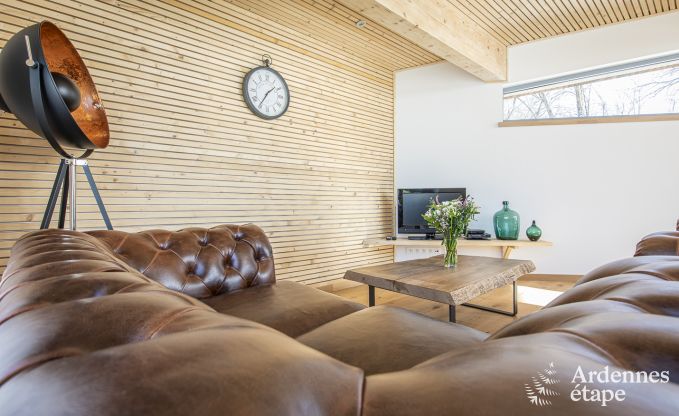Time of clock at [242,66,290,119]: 1:35
